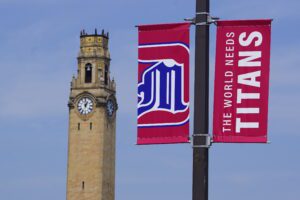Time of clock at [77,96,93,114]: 12:59
